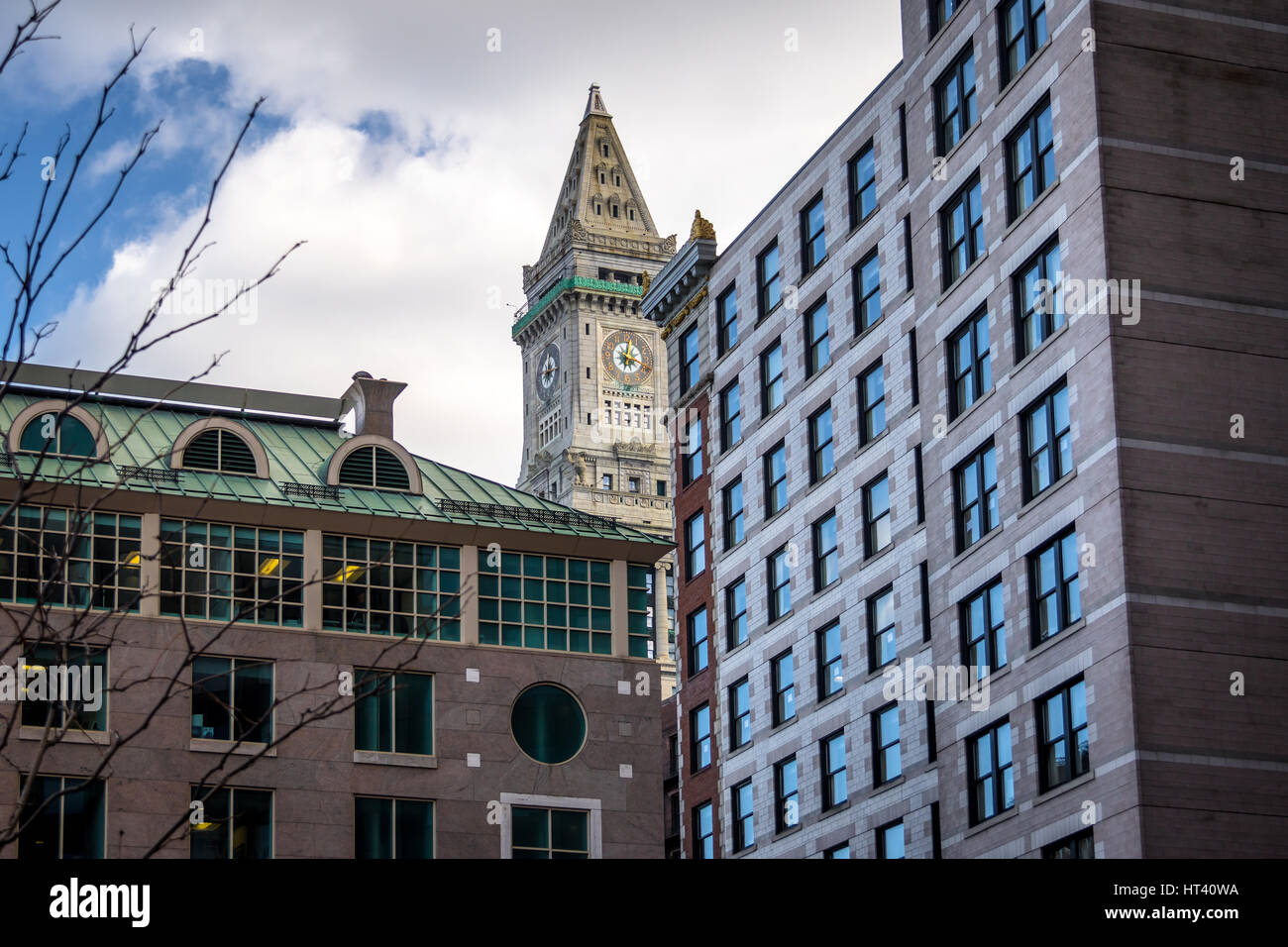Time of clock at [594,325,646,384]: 4:02
